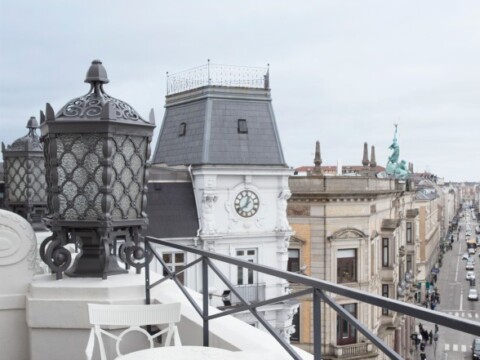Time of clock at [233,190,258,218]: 12:38
